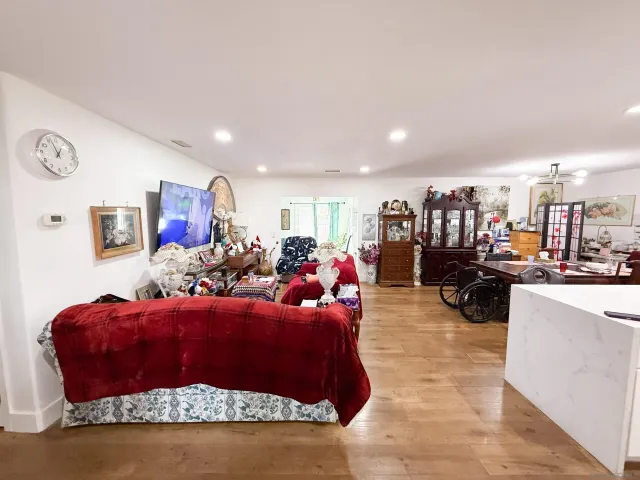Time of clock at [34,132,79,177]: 12:56
